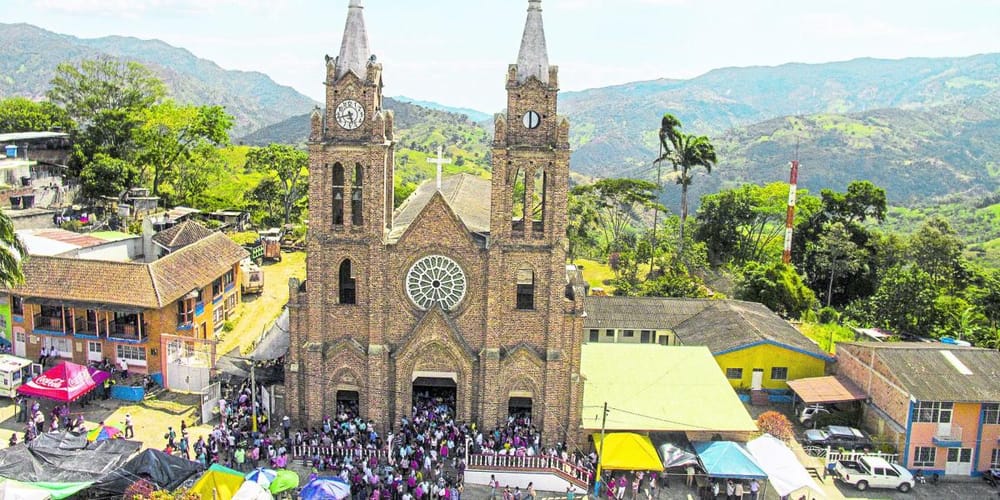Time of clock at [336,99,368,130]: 5:42
